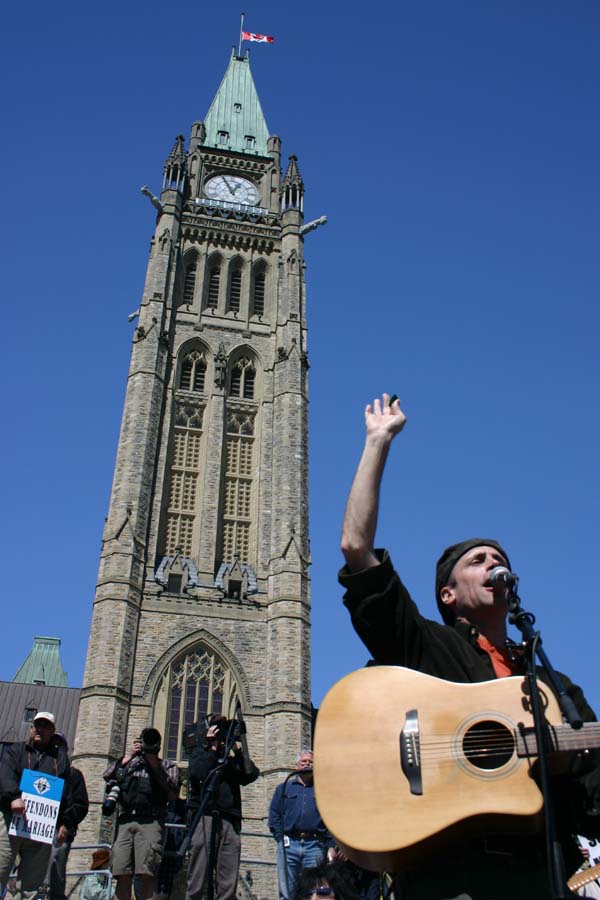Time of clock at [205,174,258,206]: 12:55
